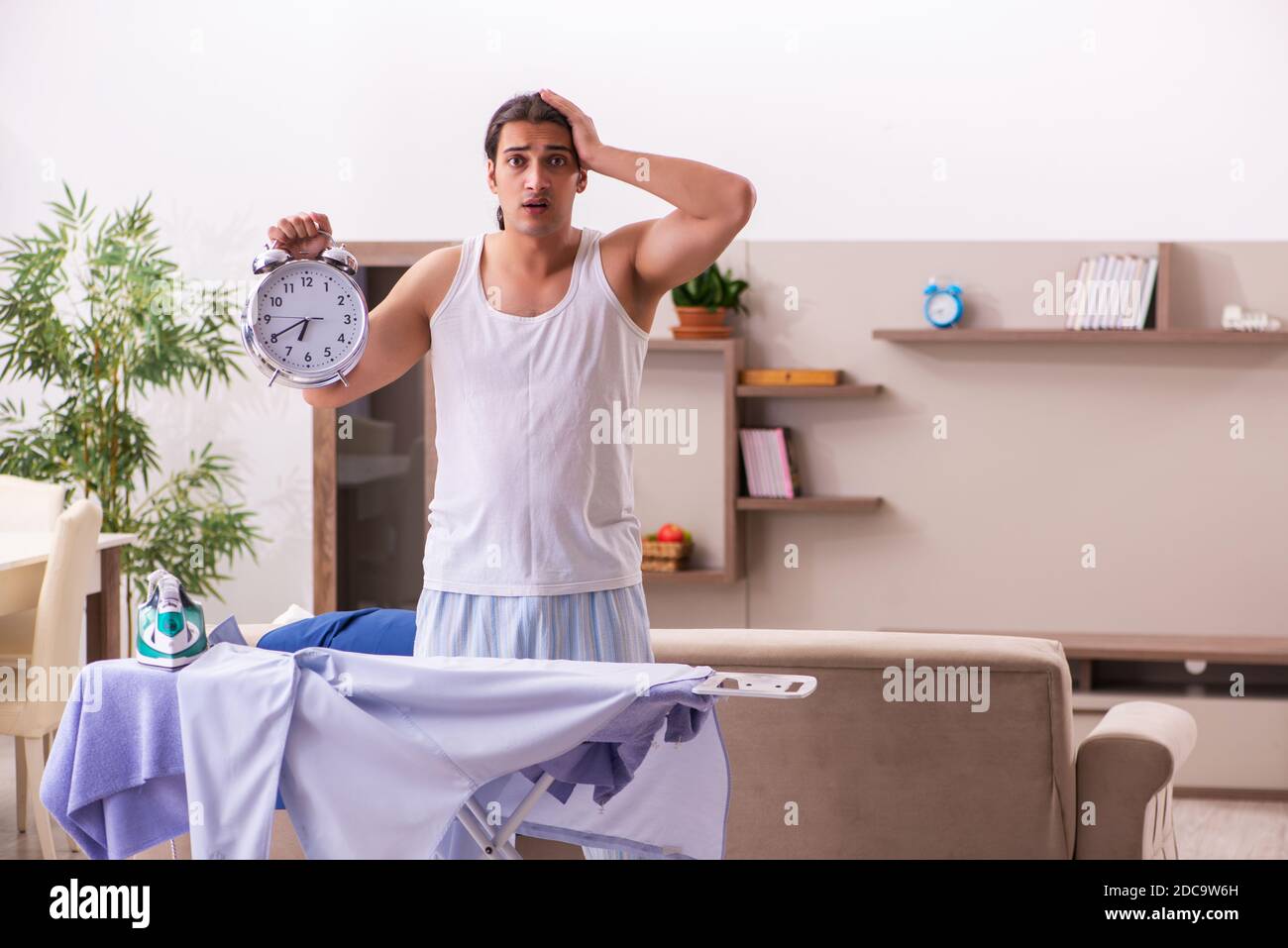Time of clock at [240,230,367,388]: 6:40
